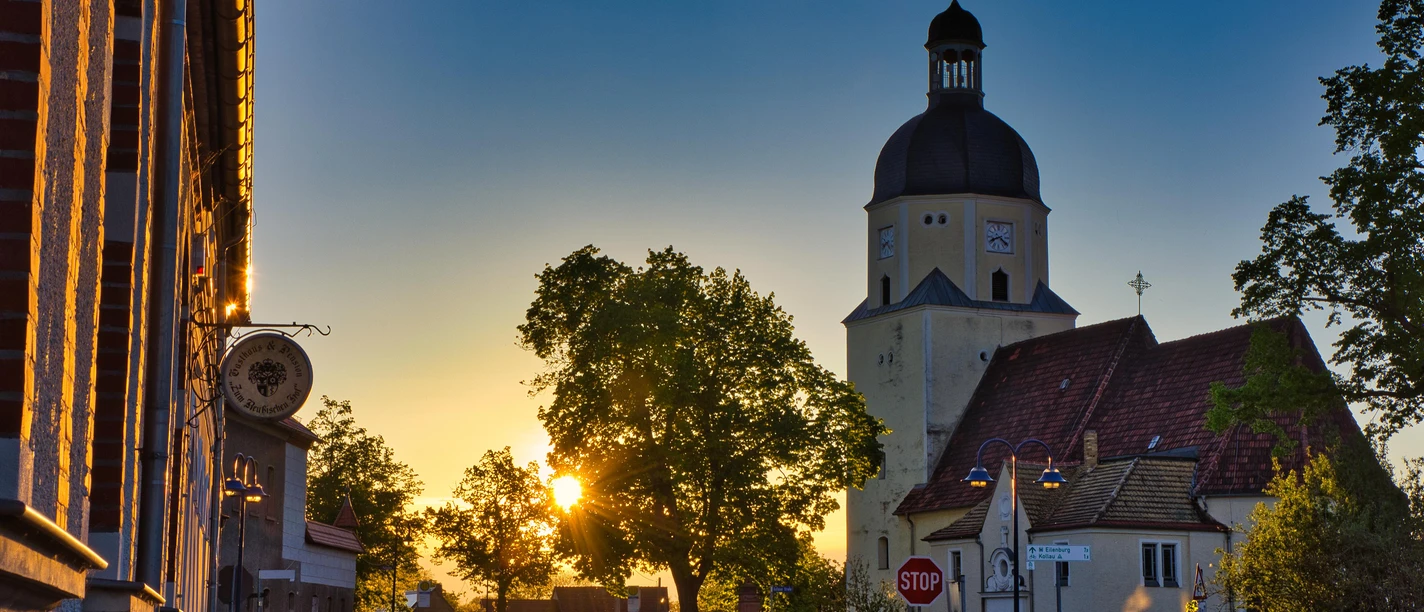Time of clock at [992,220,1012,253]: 8:21
